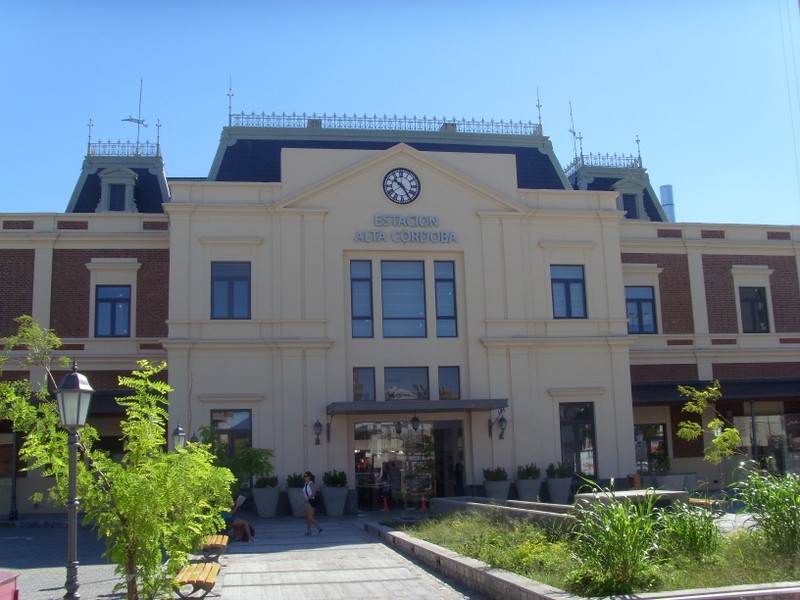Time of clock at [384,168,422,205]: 10:24
